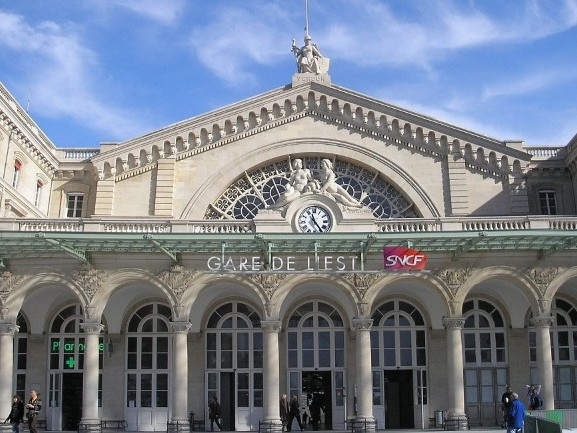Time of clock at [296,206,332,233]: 11:24
